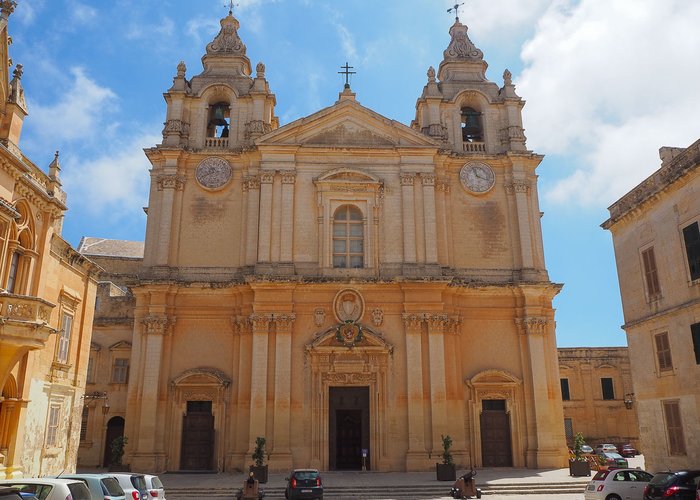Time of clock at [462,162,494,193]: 11:17
